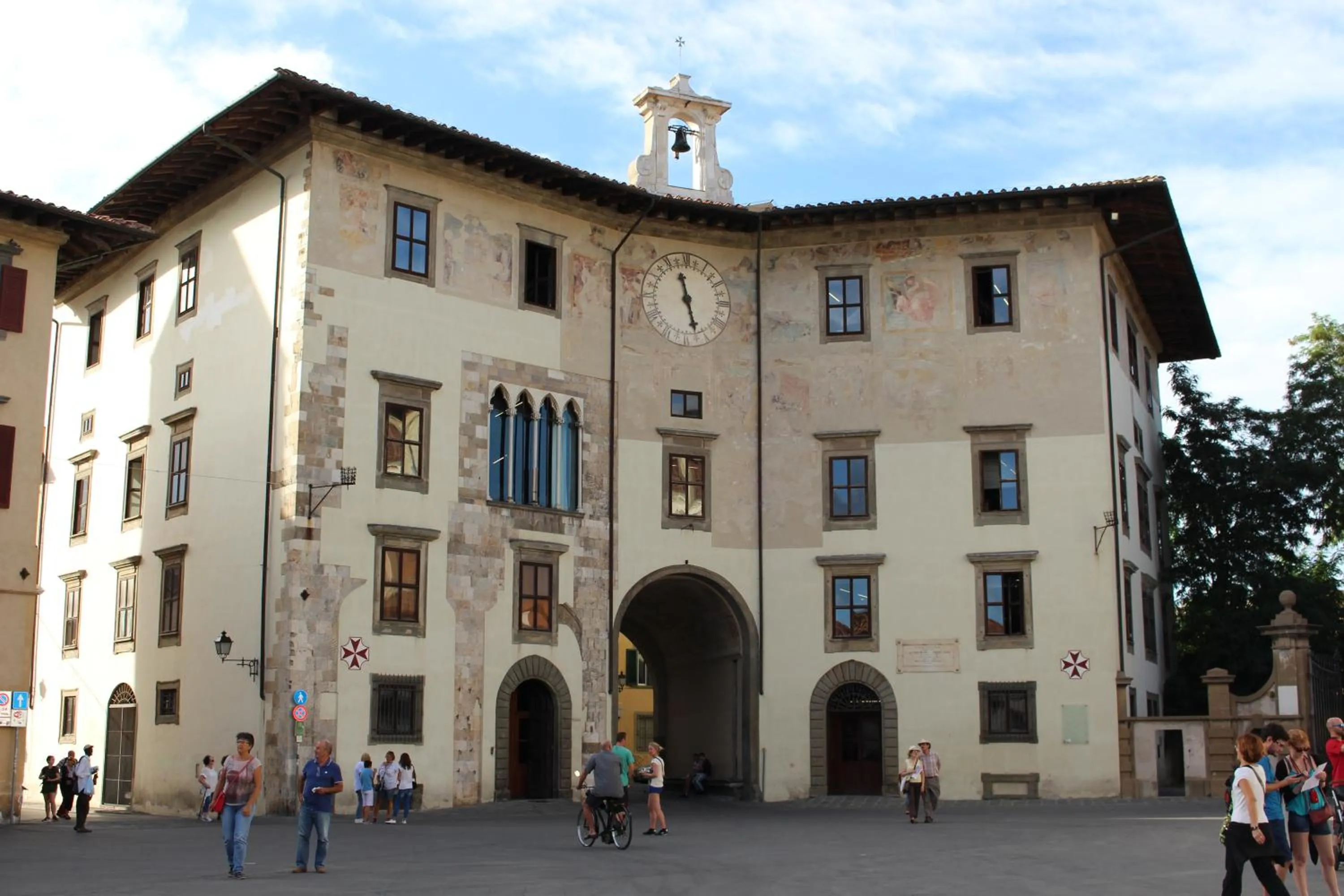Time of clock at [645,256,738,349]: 11:27
